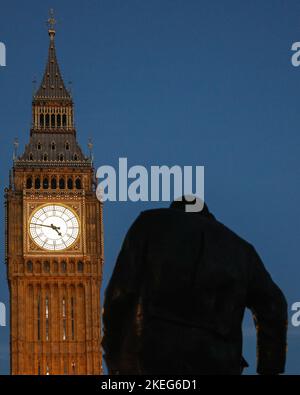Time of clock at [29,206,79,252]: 4:46
